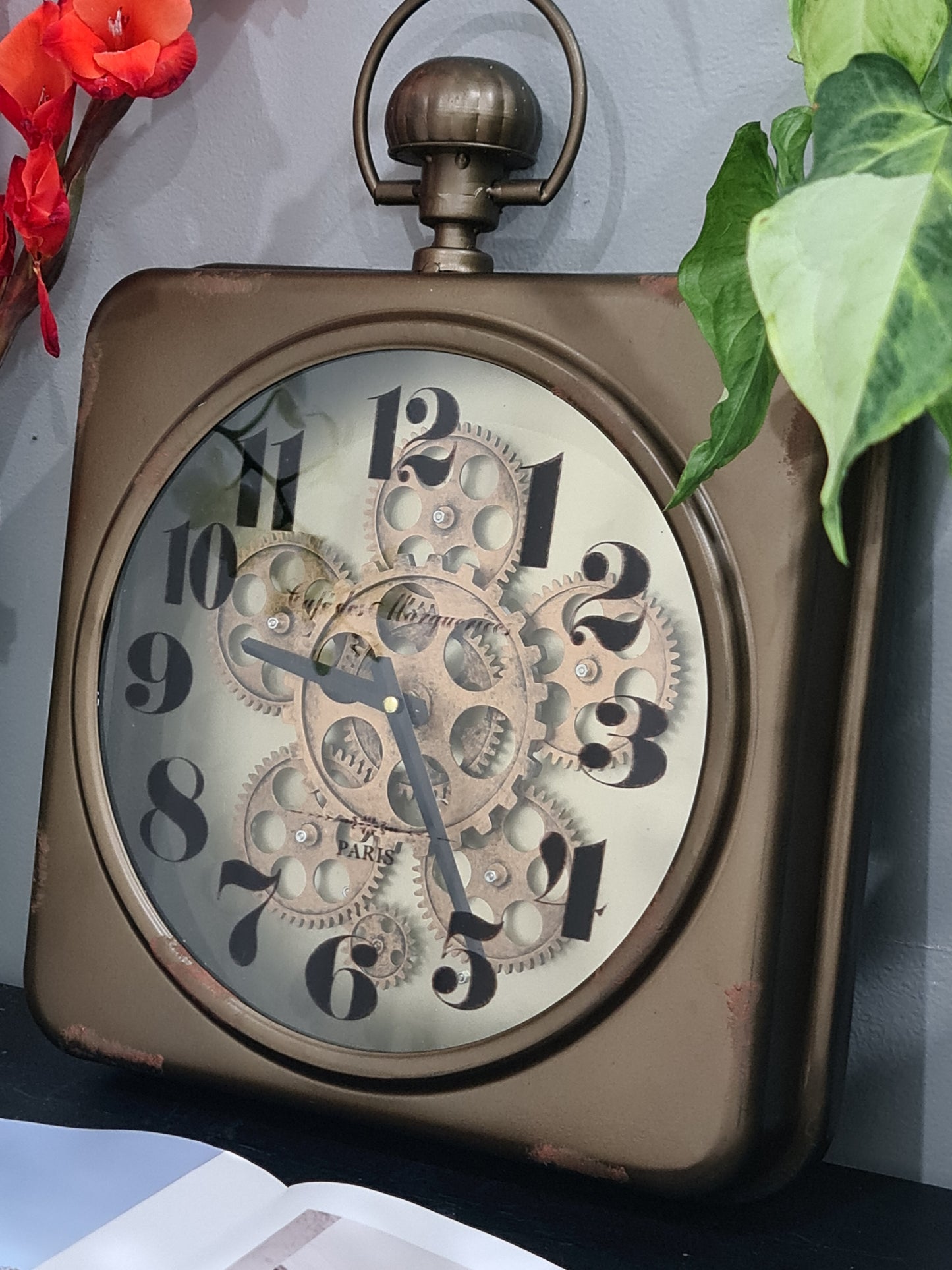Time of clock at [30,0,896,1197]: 9:24
